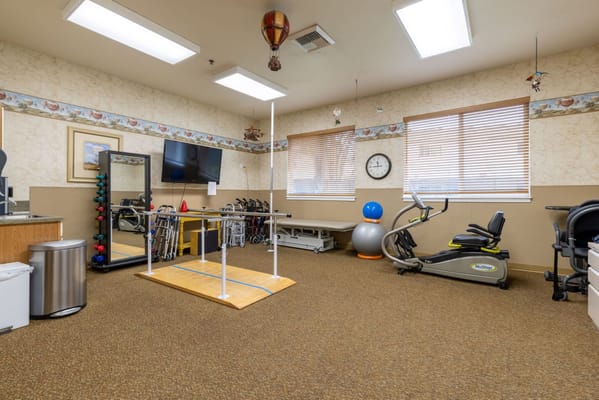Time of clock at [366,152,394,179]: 11:44
